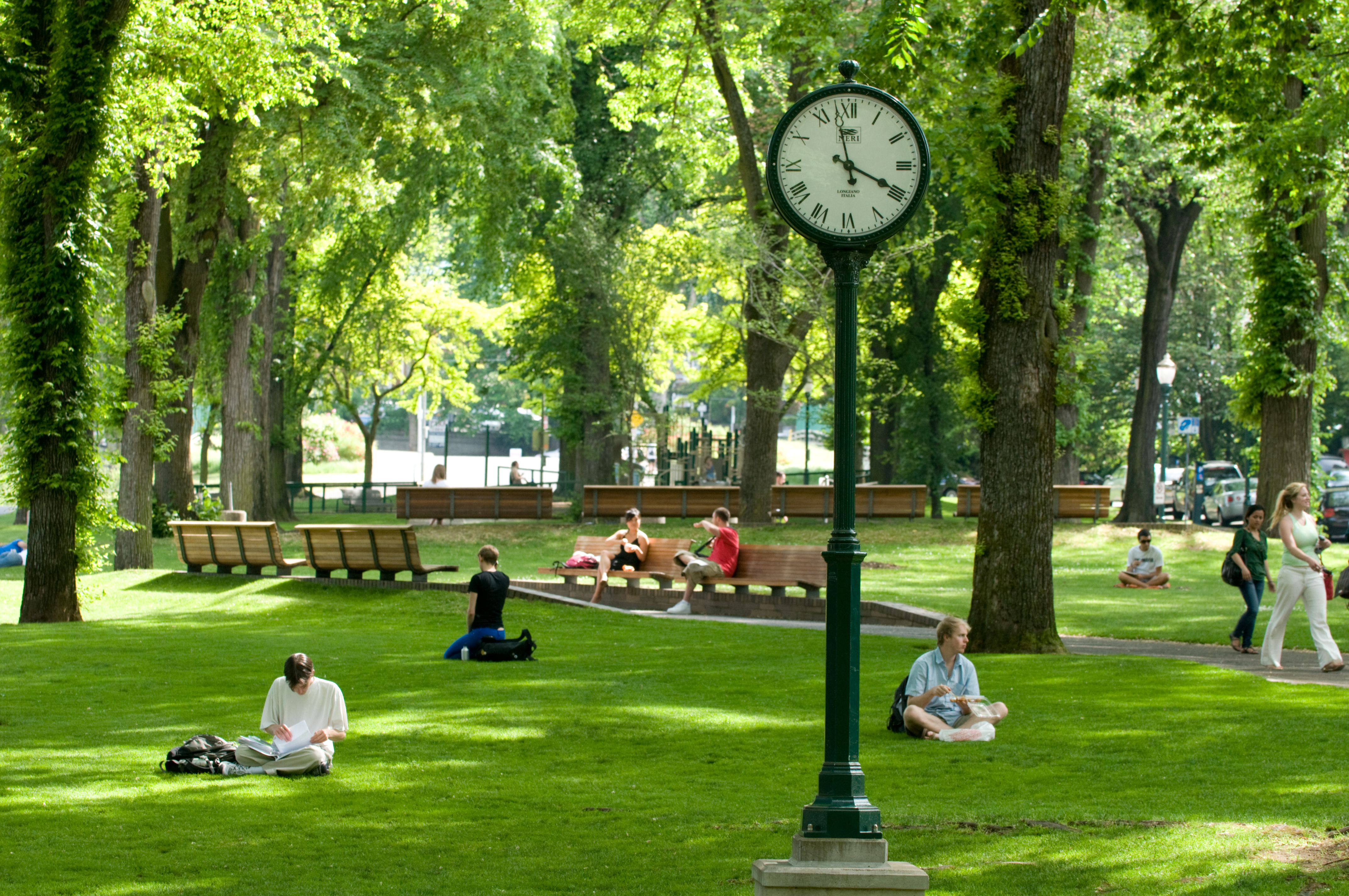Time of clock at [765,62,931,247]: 3:57
